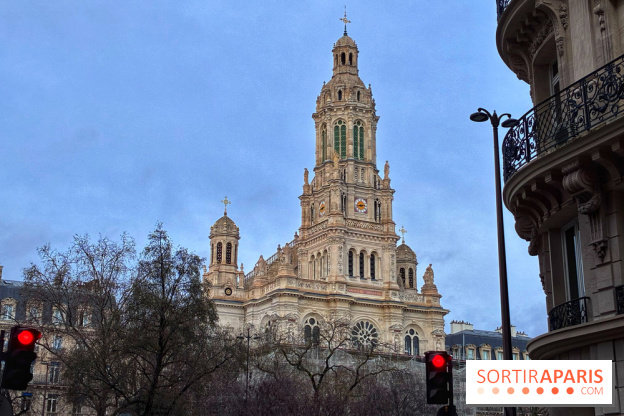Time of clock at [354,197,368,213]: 2:42
